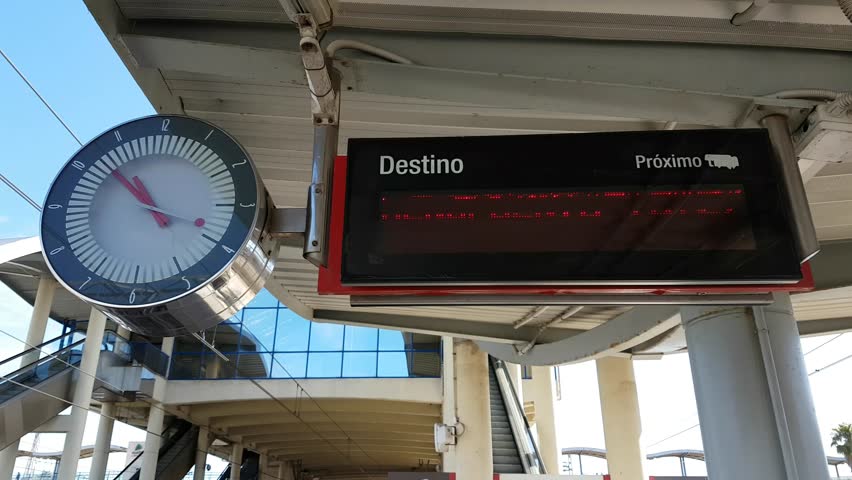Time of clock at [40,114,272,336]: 10:52
